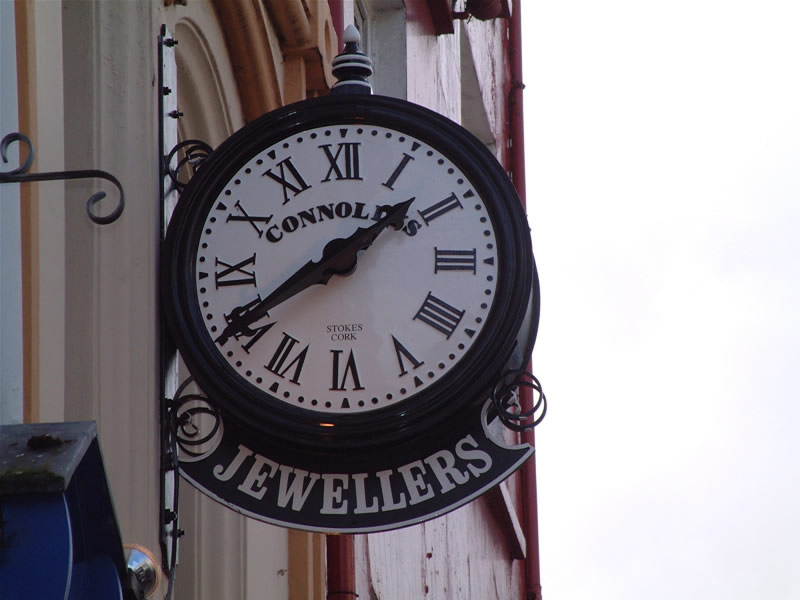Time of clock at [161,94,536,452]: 1:39
